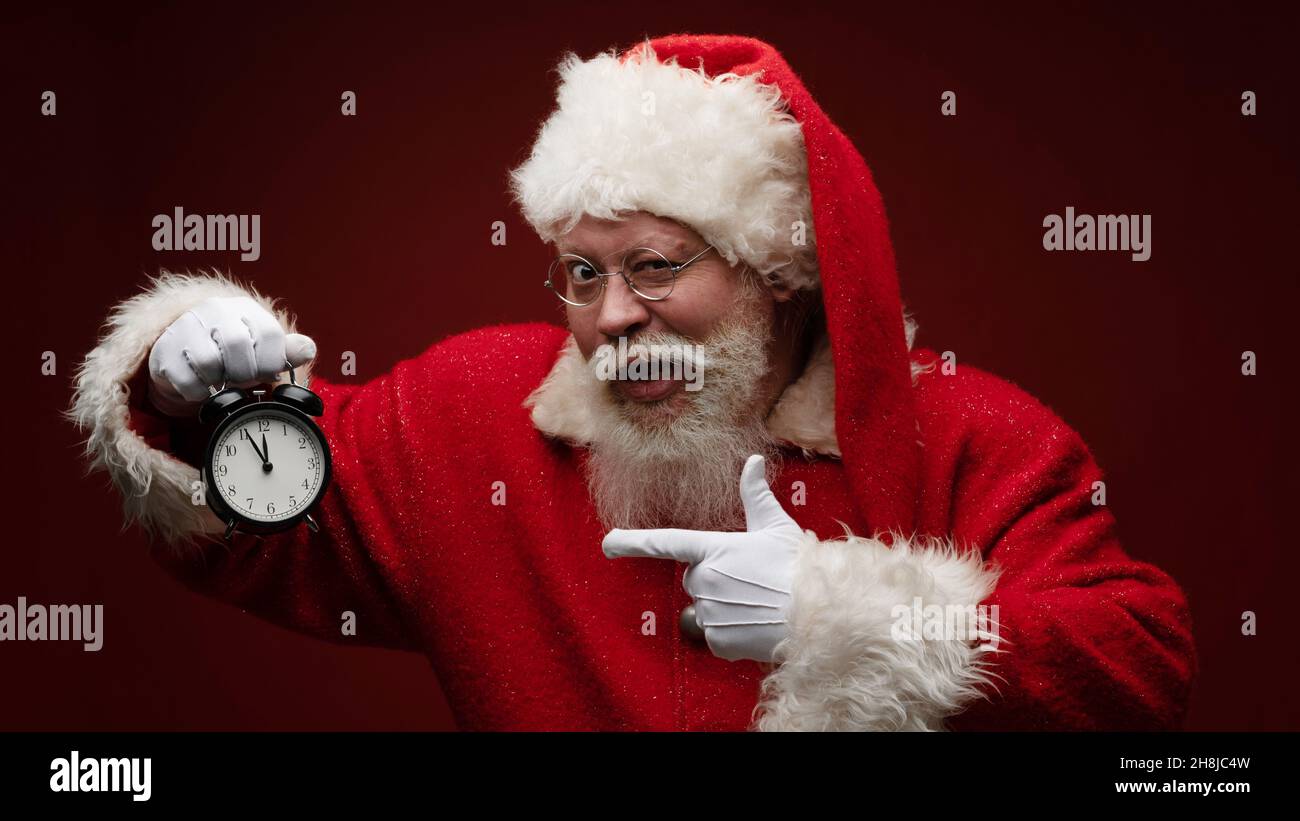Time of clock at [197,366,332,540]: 11:55
